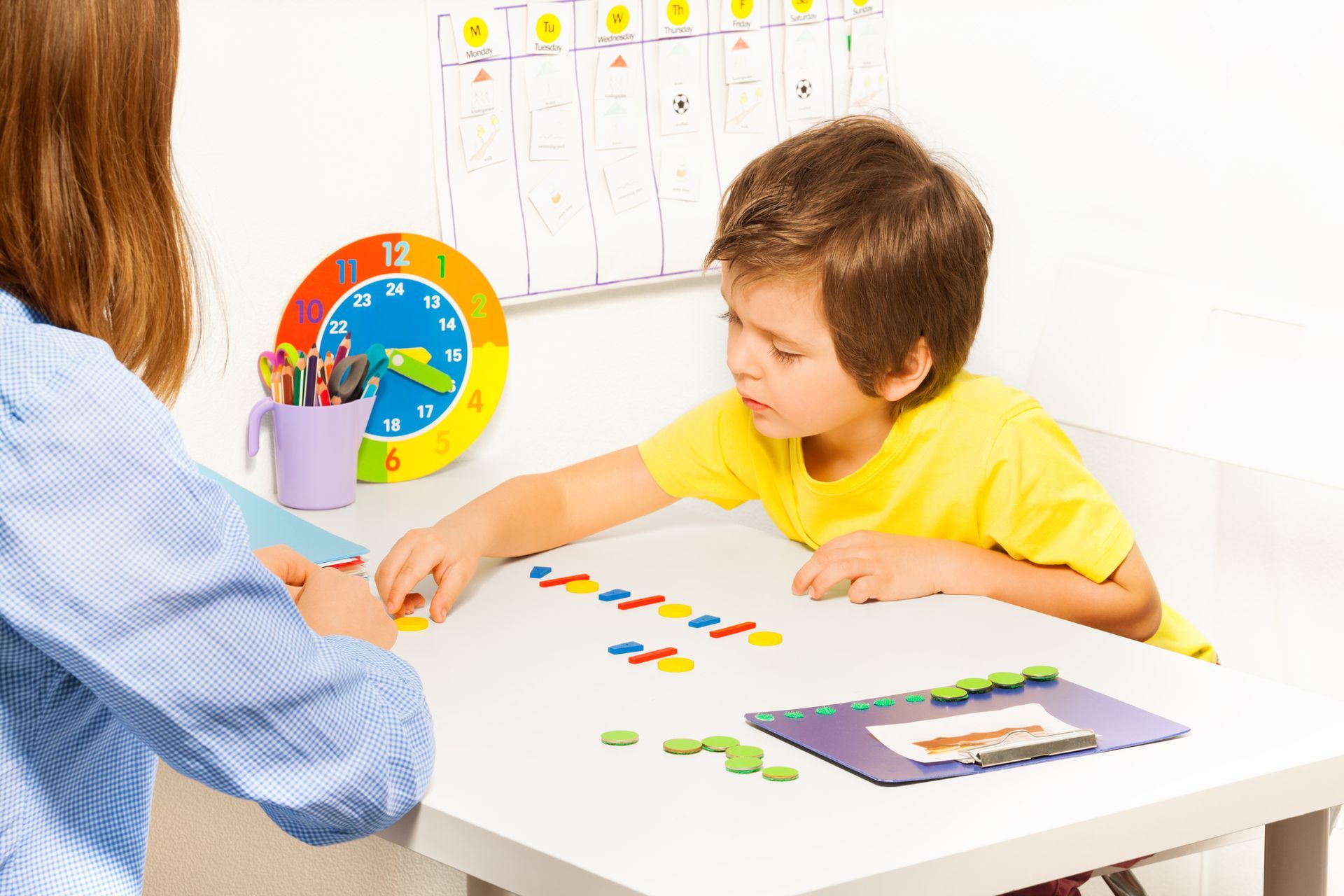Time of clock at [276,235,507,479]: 7:19
